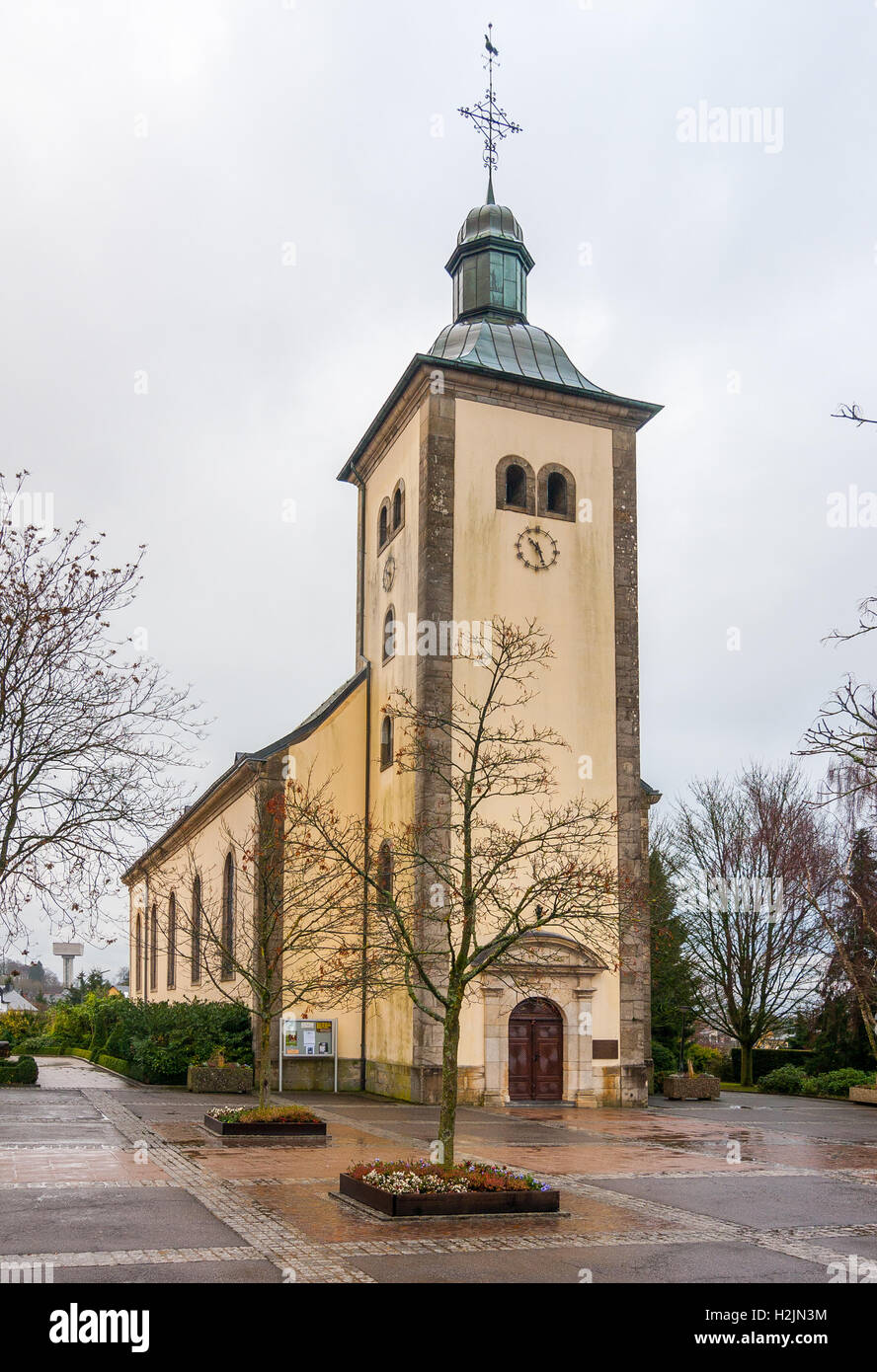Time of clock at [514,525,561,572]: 10:26
